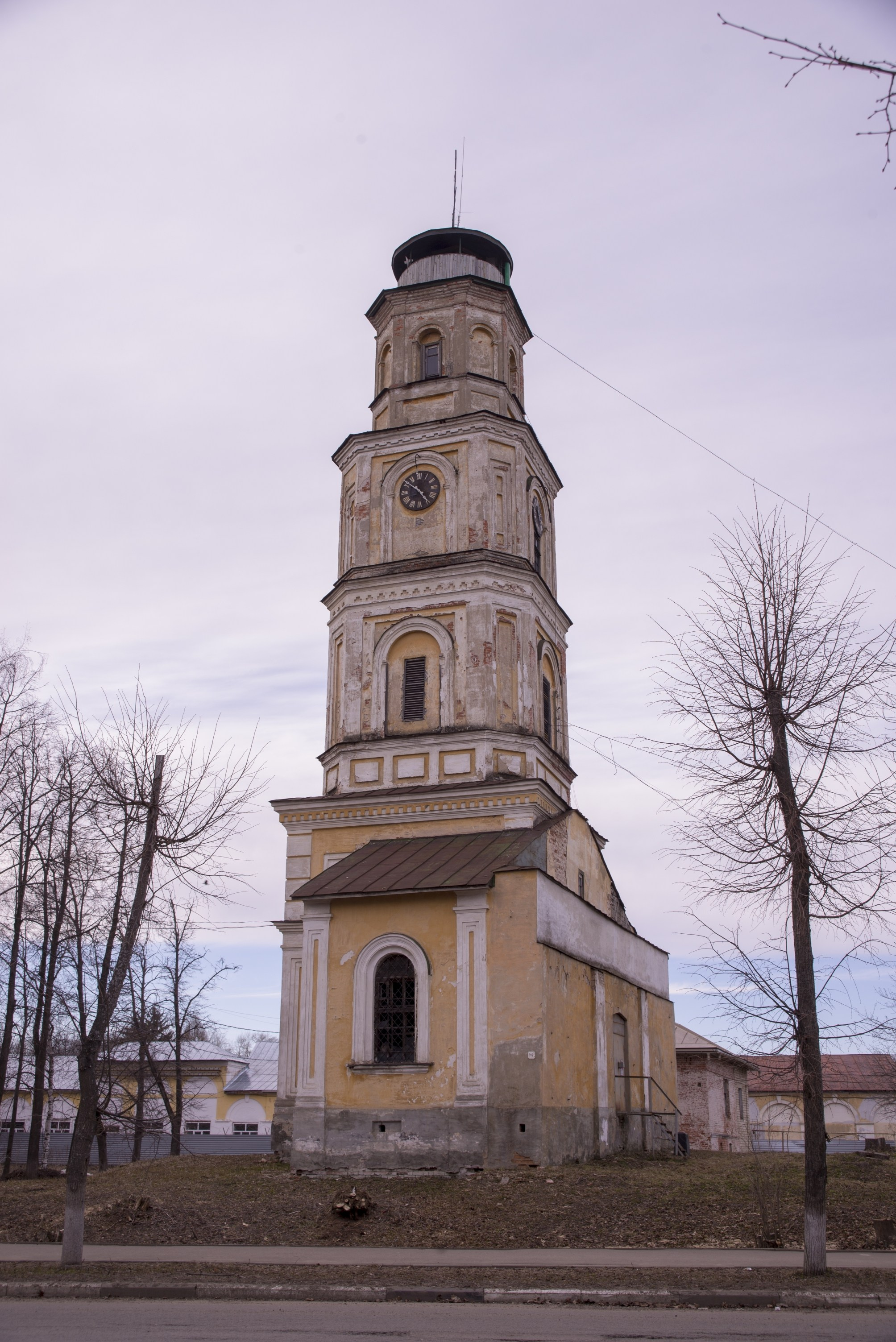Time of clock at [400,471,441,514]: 4:51
